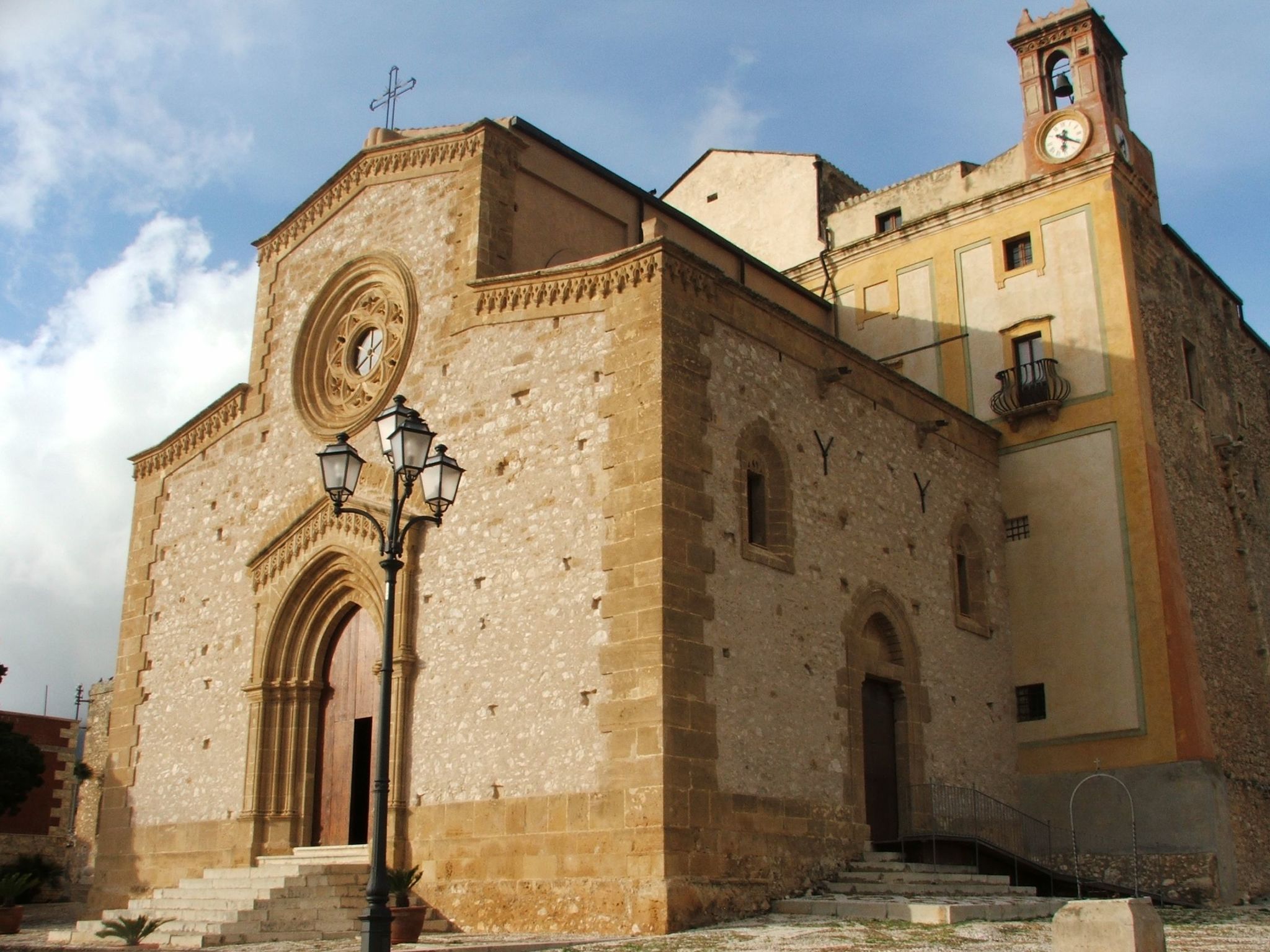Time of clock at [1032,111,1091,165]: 6:21
